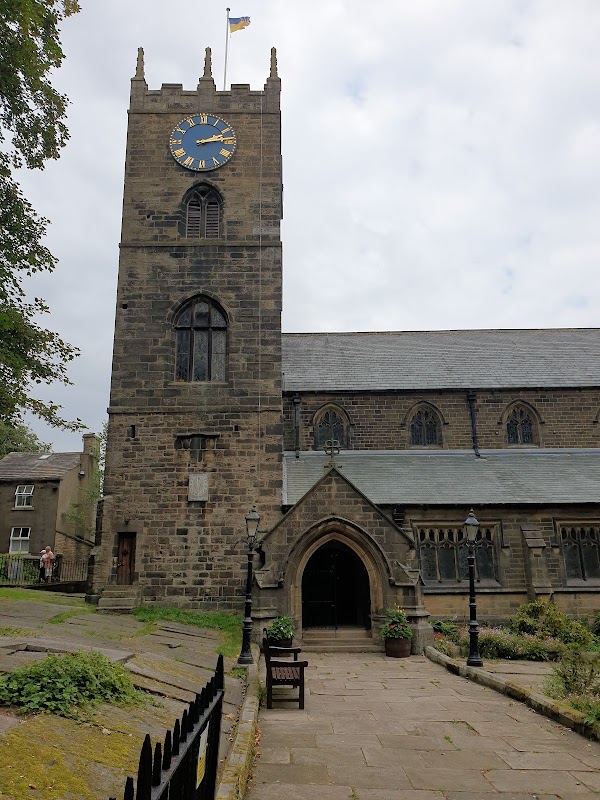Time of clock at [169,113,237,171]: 2:14
